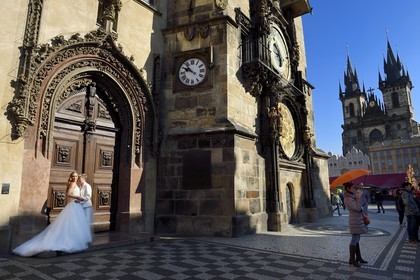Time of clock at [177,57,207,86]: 9:53
